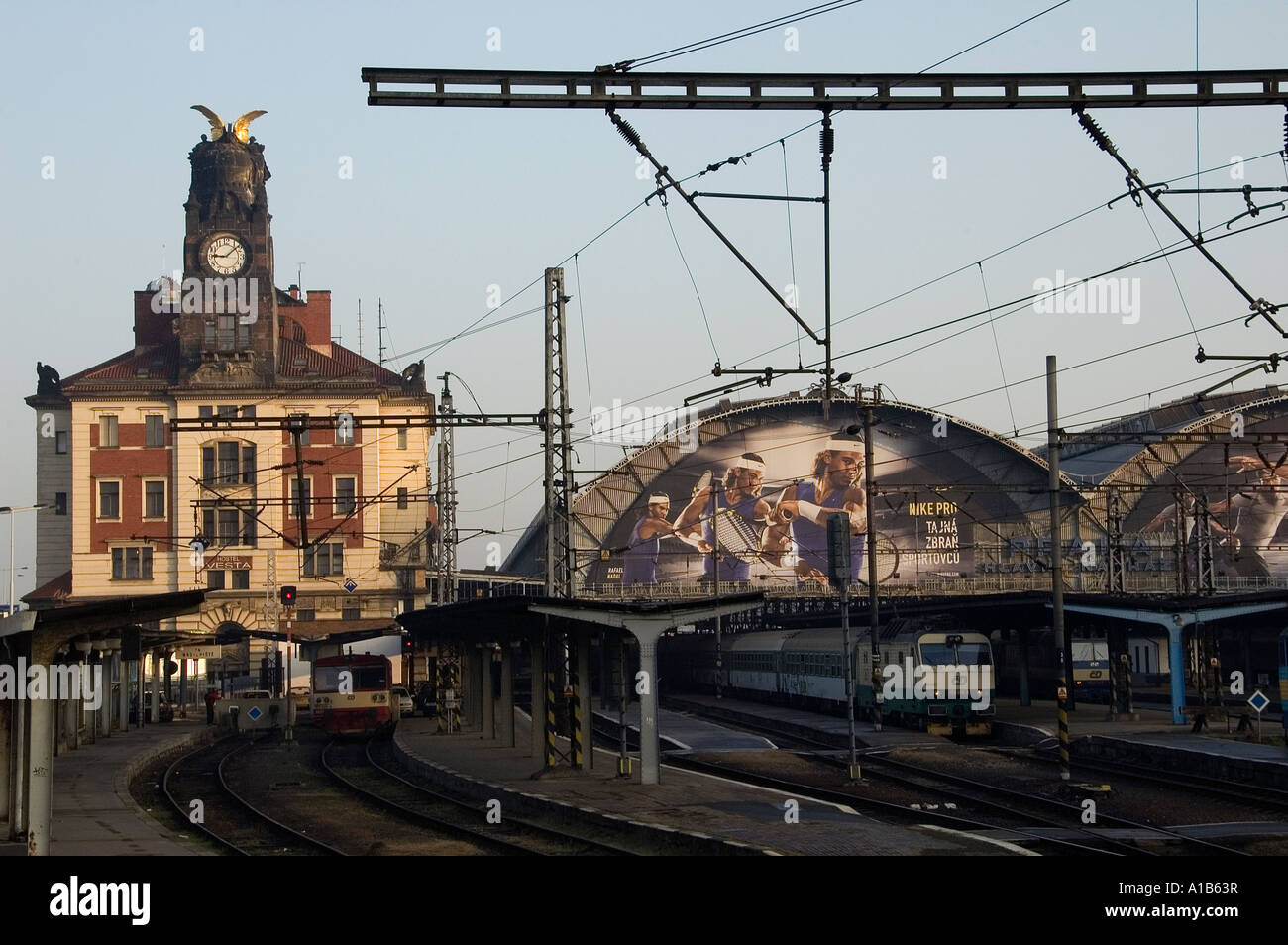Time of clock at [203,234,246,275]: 9:08
